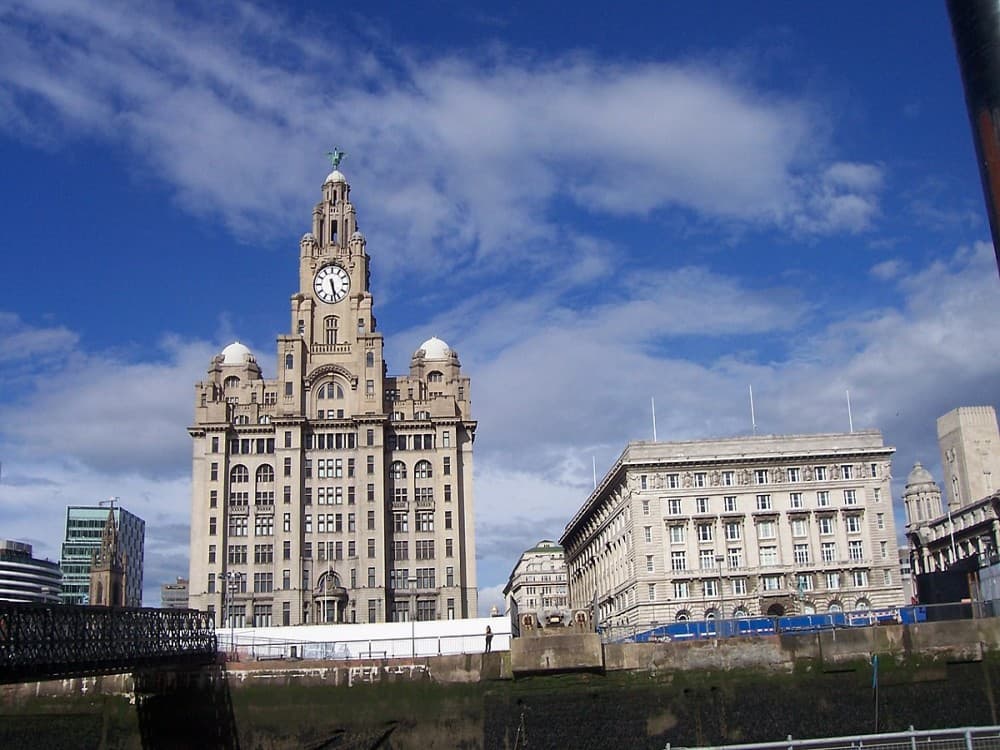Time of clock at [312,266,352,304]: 5:27
